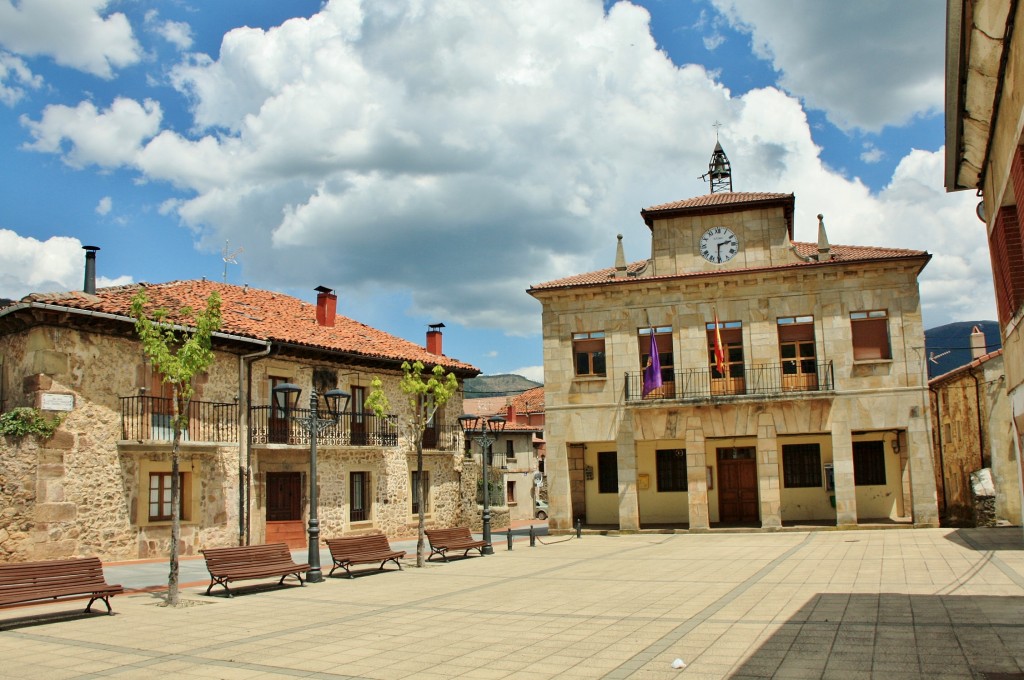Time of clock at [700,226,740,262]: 2:30
